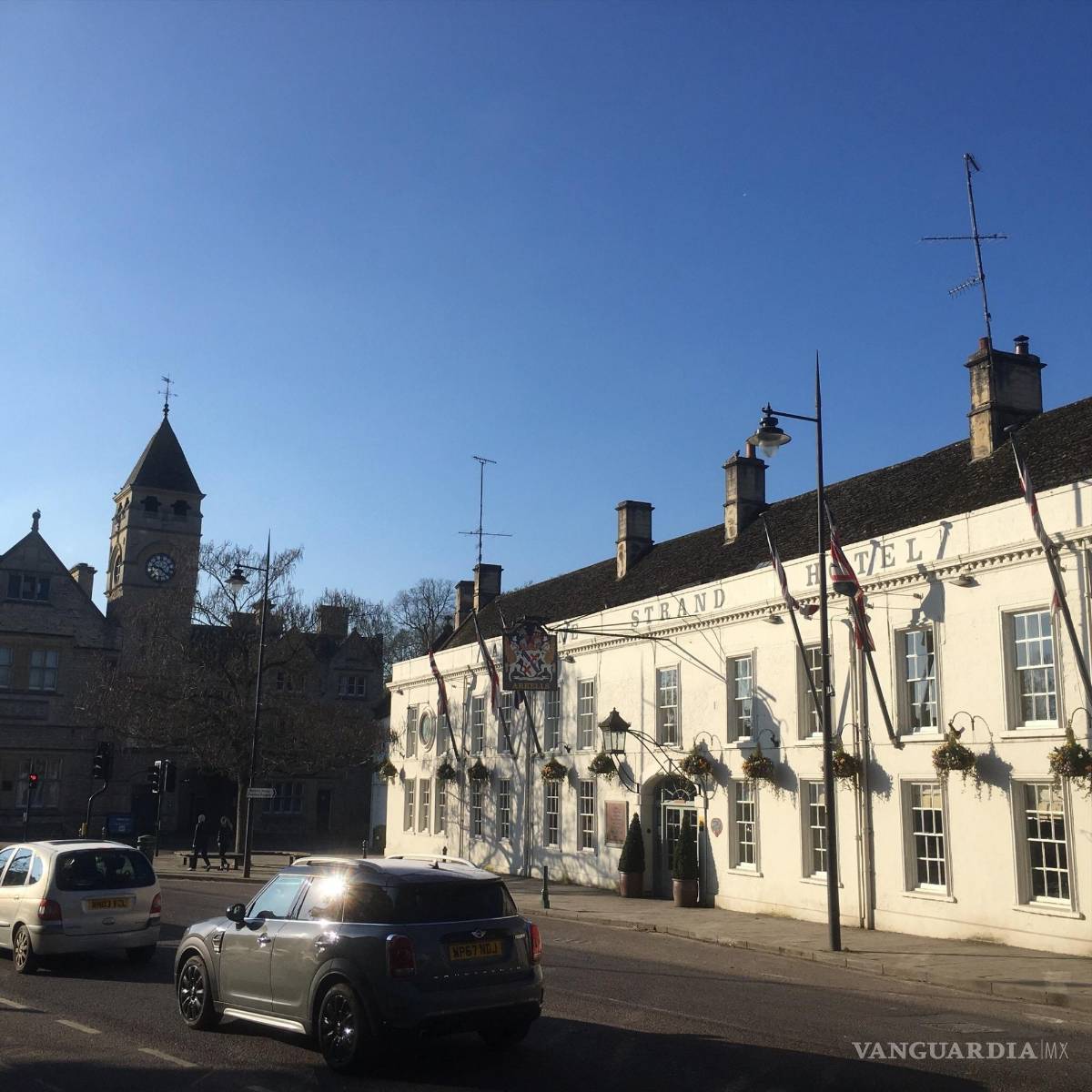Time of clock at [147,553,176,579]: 9:22
